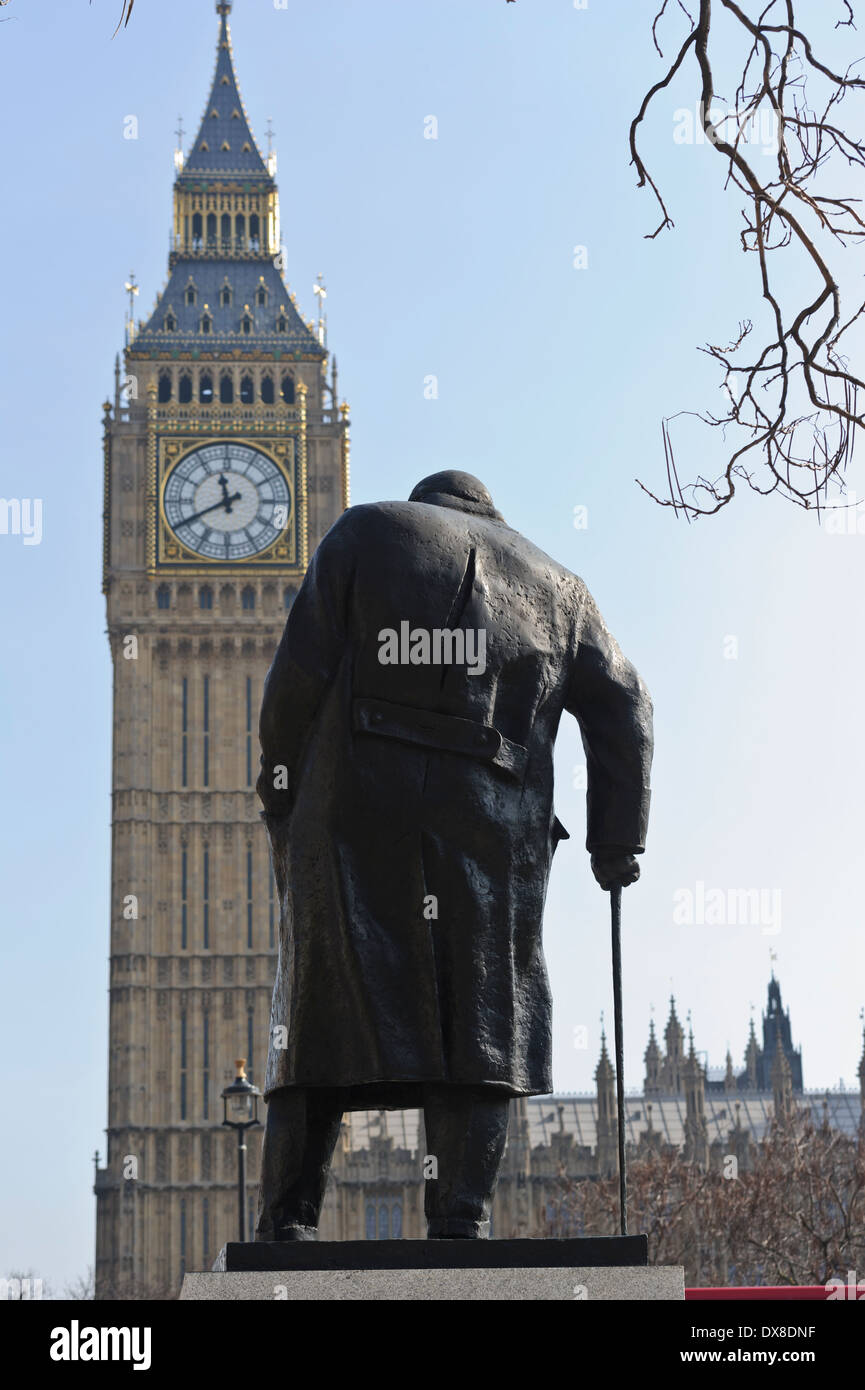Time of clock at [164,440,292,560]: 11:40
